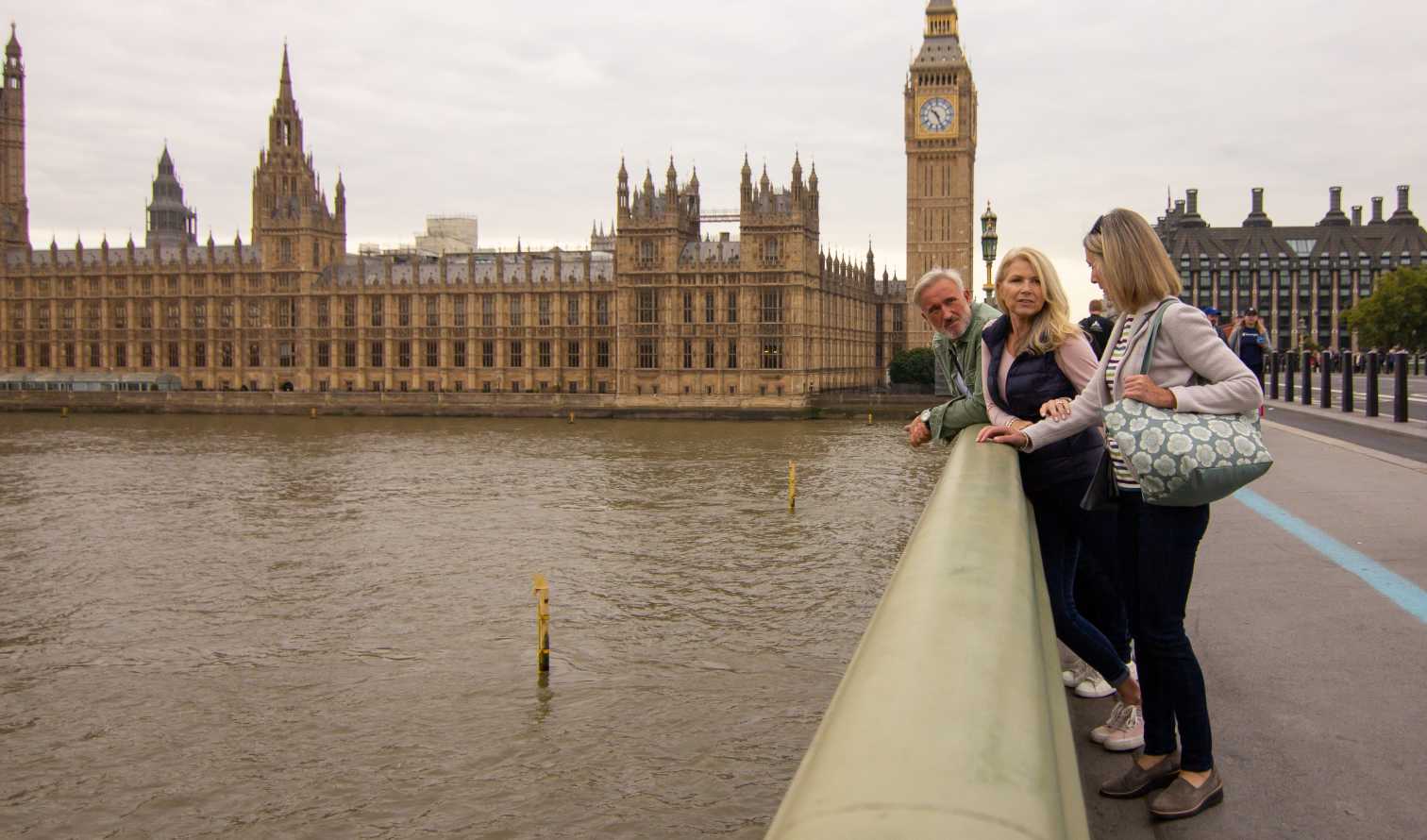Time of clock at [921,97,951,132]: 10:26
